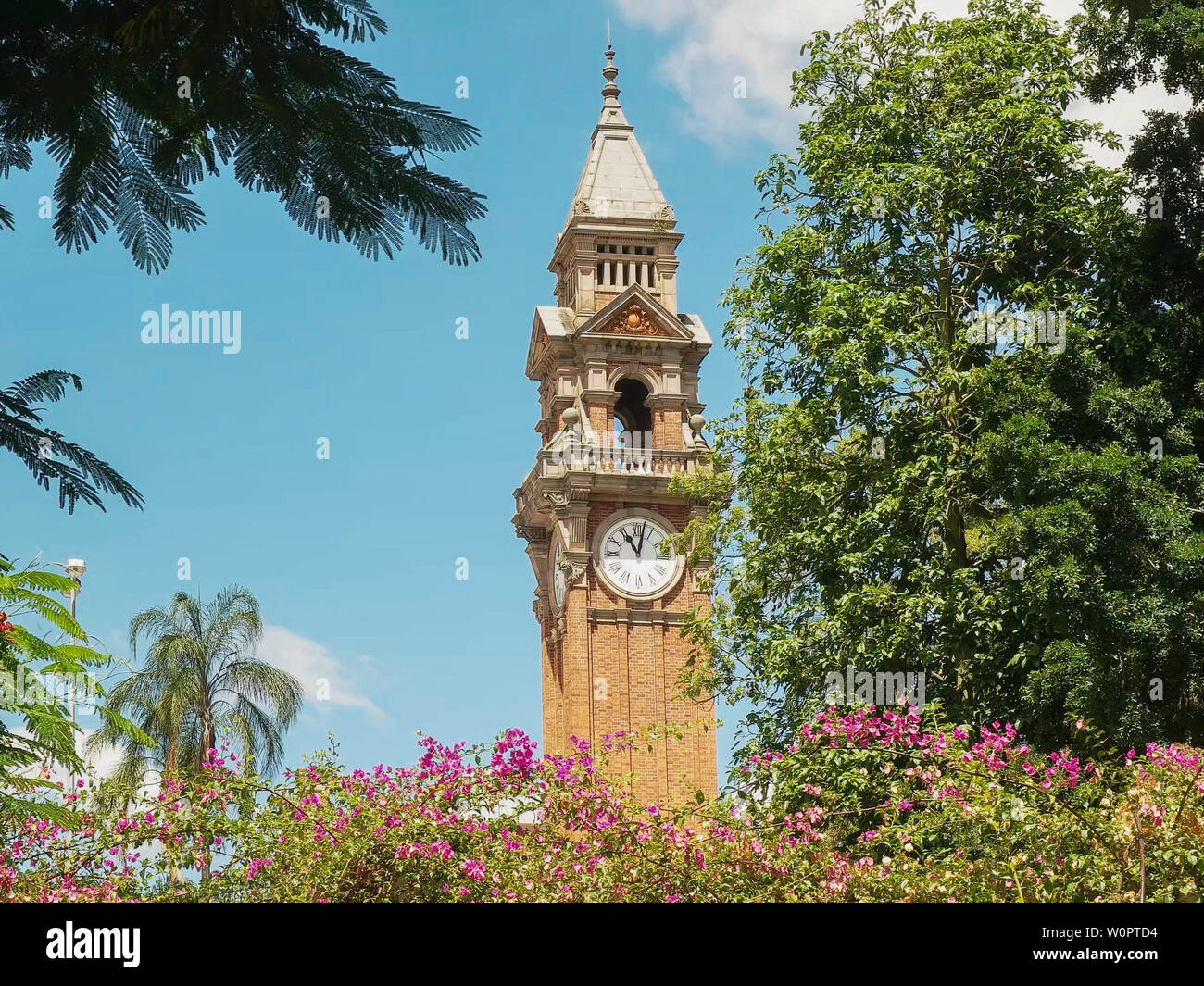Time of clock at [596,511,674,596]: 11:02
